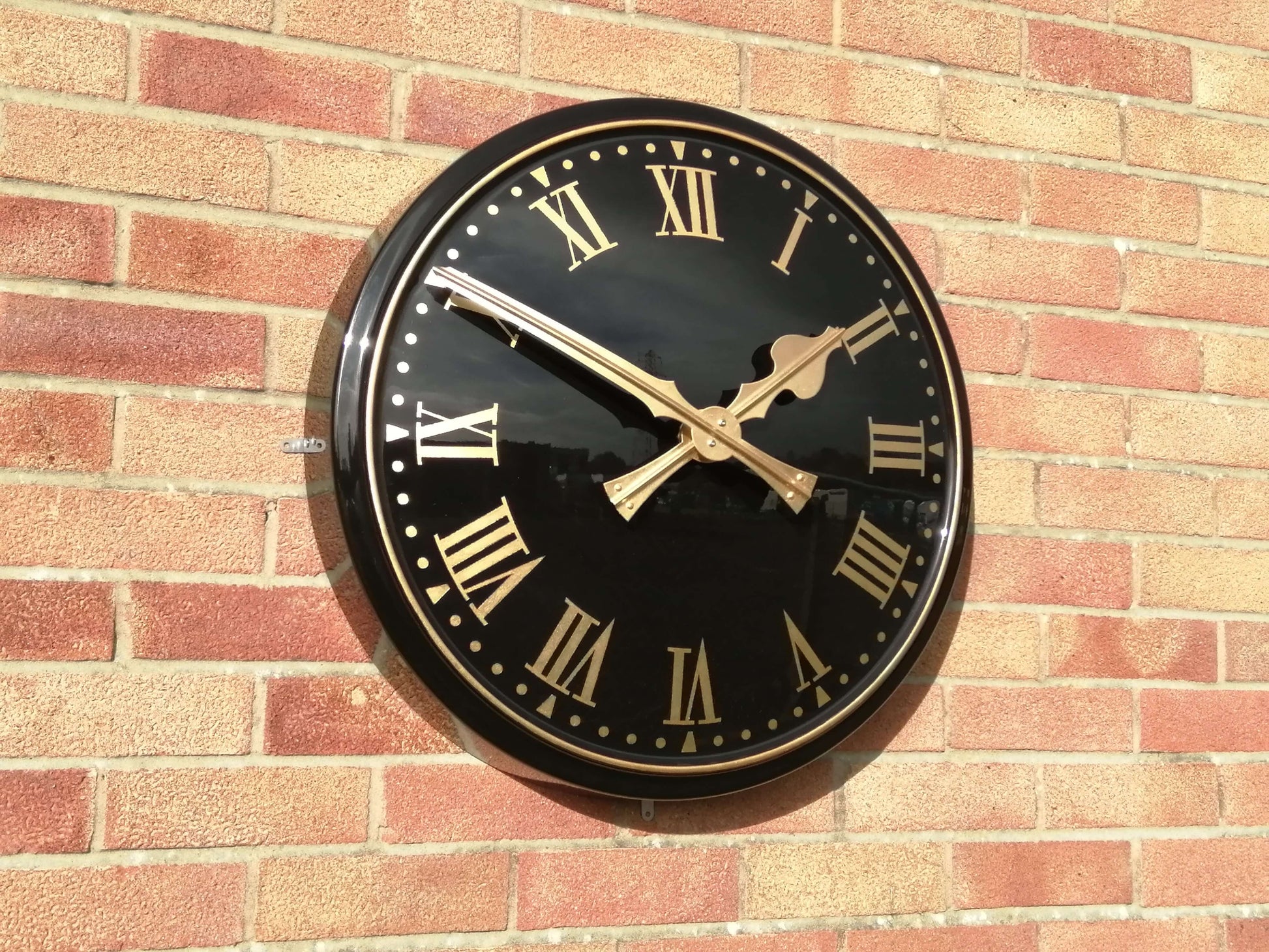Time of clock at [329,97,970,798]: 1:50
